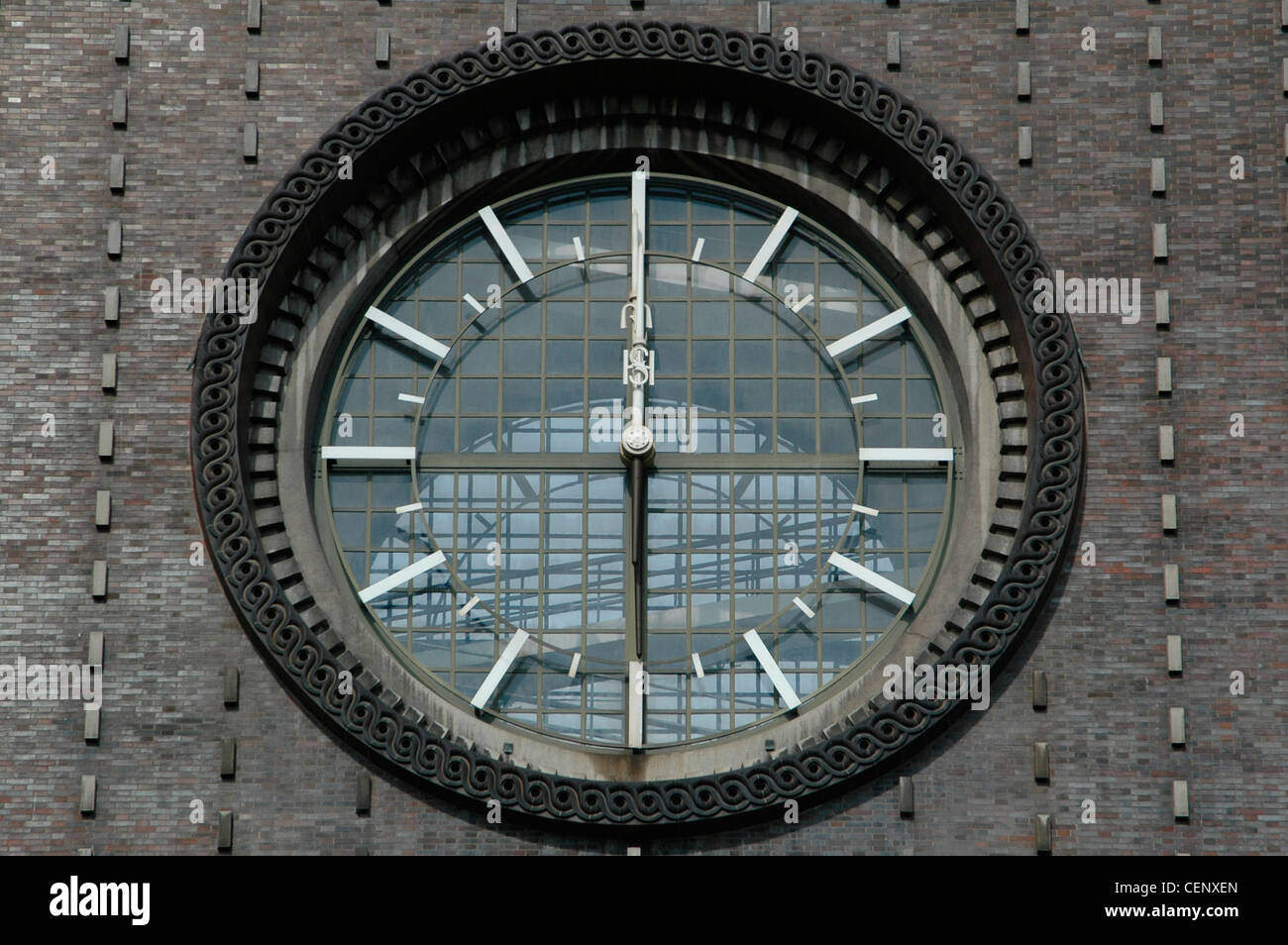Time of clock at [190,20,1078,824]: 5:59
